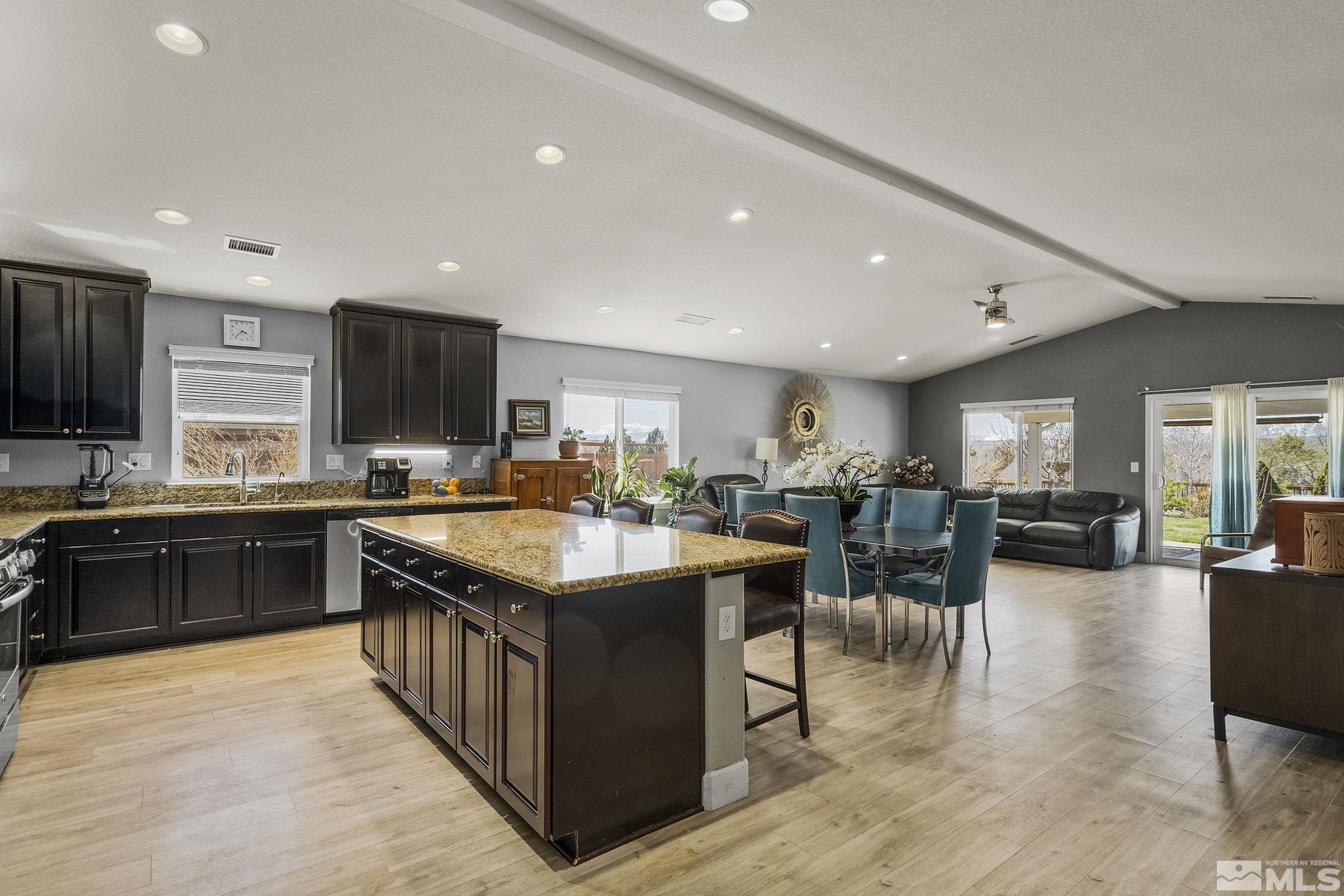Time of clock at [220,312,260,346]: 3:37
